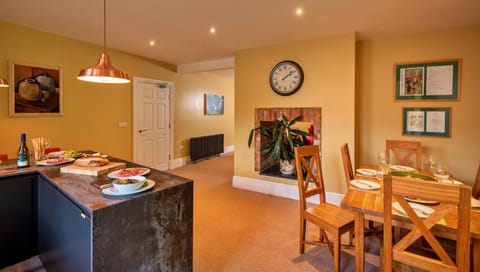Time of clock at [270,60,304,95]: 2:08
